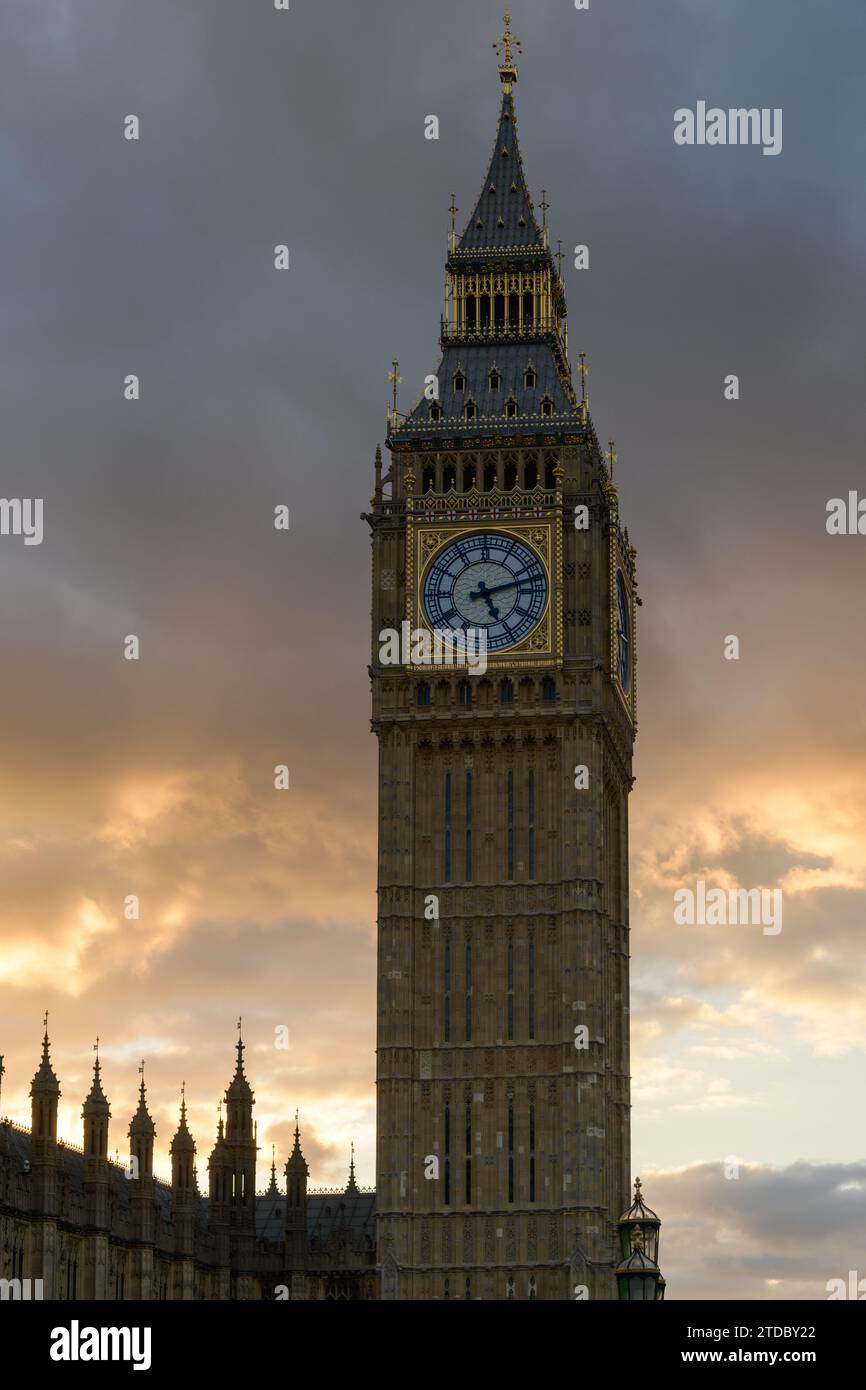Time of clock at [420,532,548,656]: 5:12
